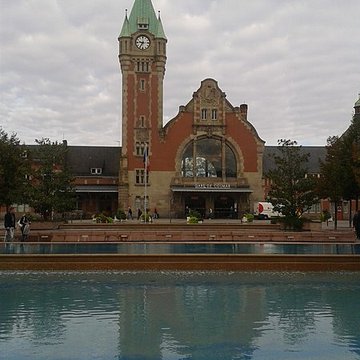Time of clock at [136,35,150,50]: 9:36
